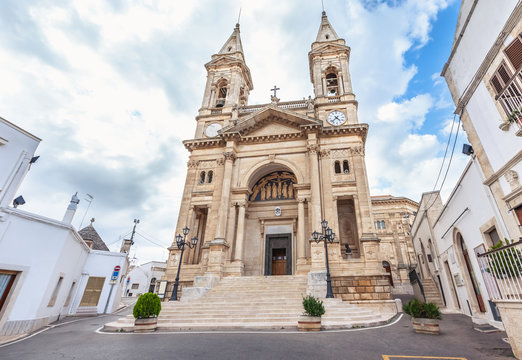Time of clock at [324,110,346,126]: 4:37
